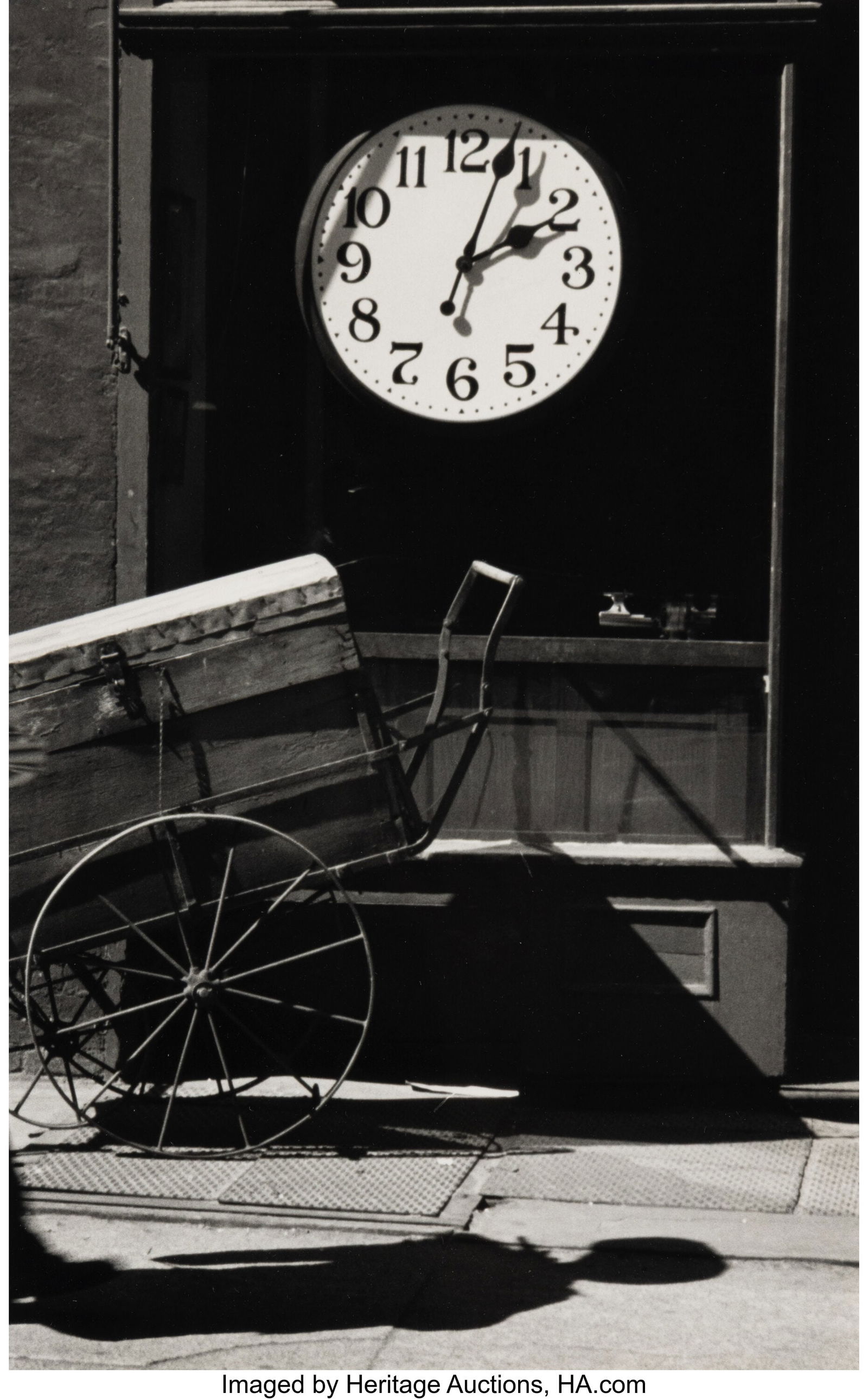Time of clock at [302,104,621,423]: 2:03
